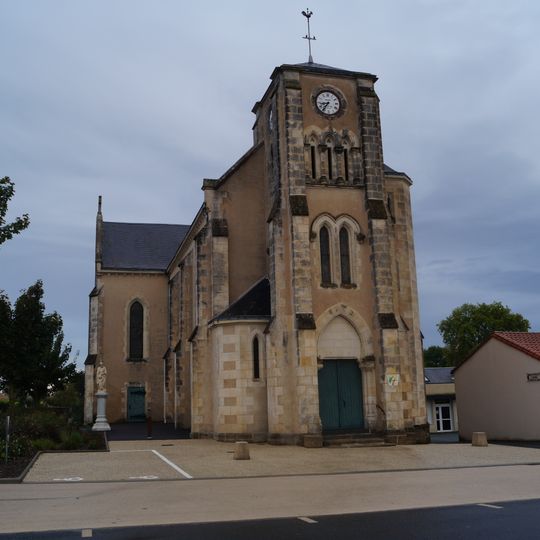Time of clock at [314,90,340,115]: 8:36
